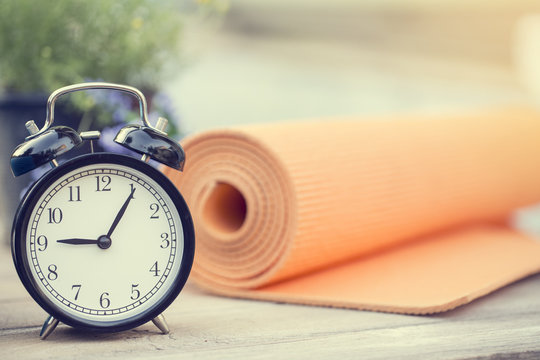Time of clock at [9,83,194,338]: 9:05
